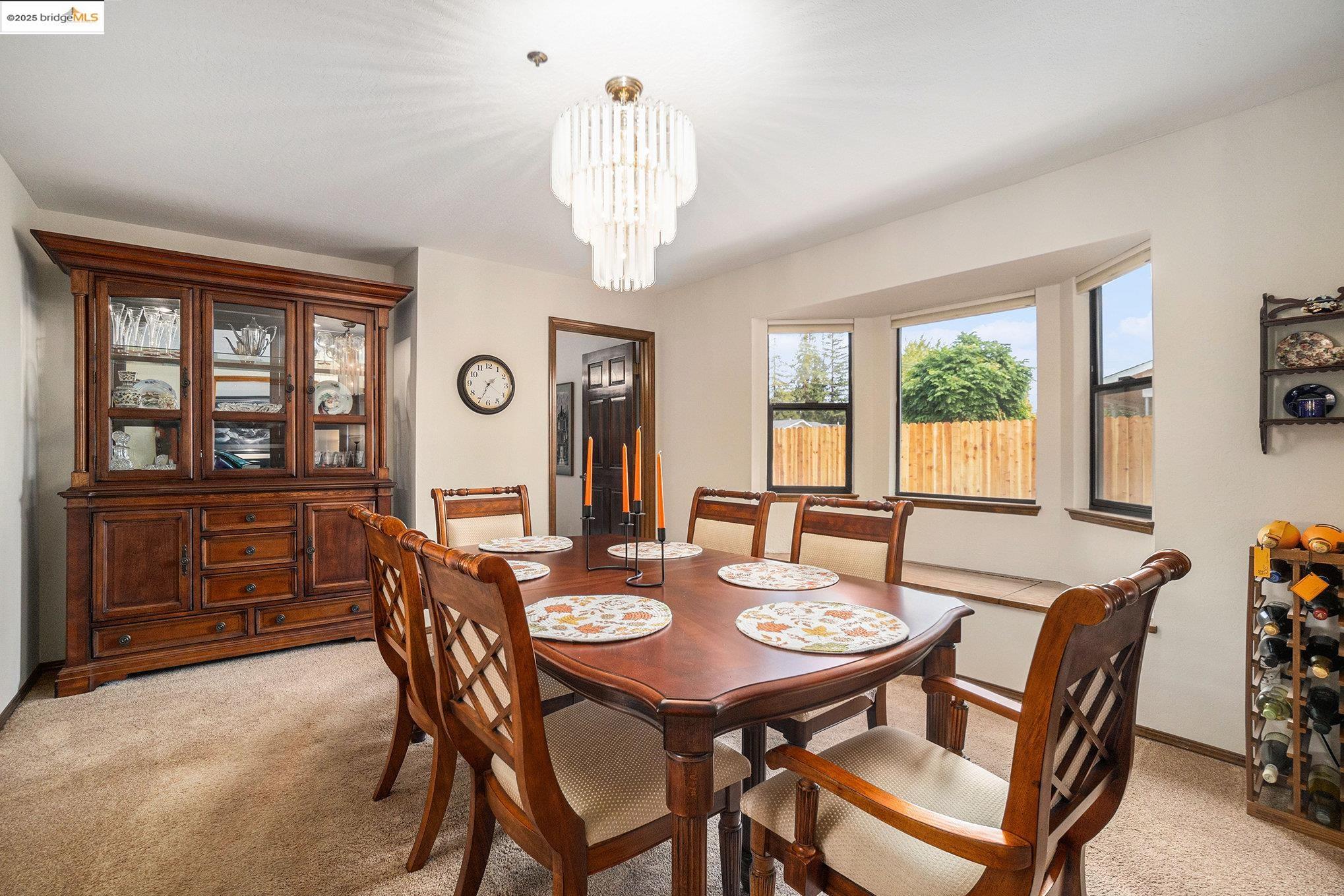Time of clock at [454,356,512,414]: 1:34
